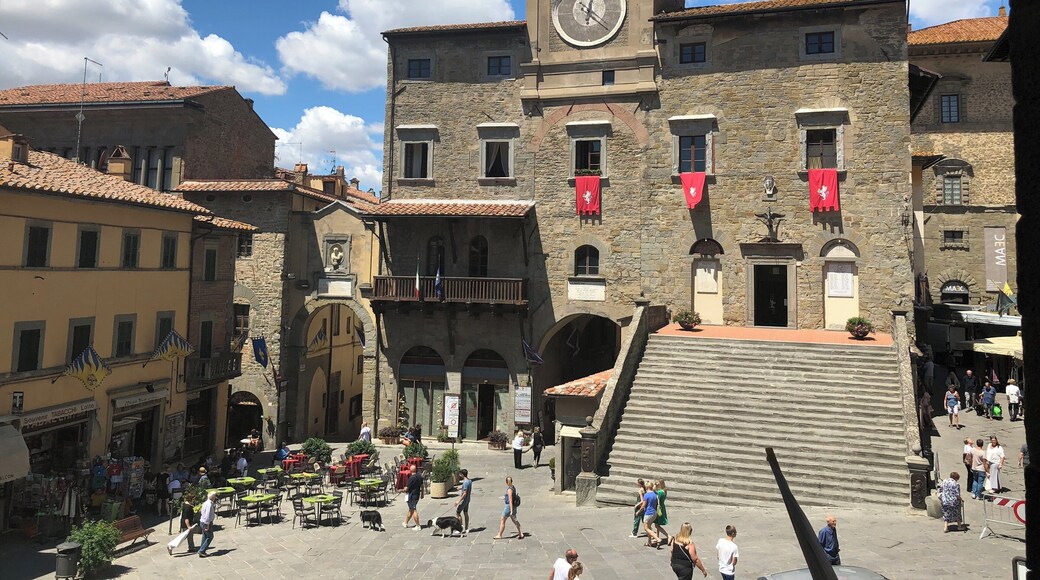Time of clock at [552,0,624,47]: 12:21
